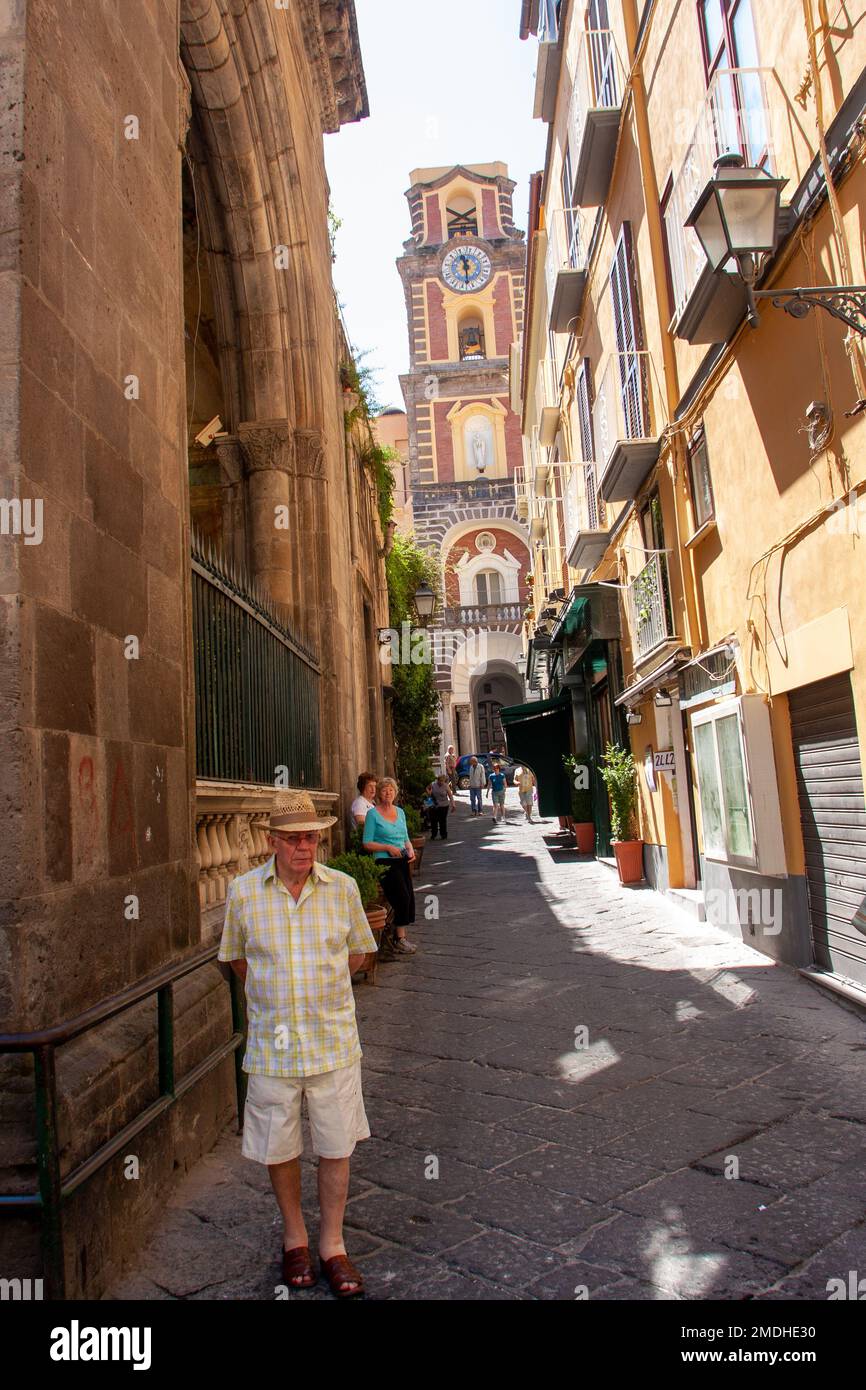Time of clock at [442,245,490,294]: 11:28
